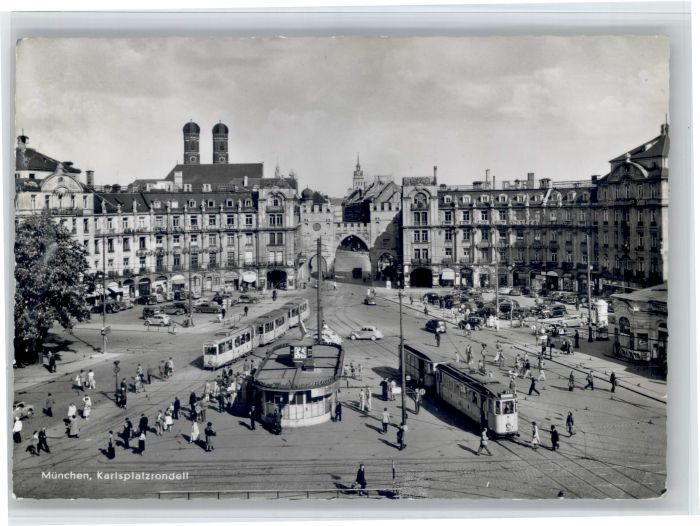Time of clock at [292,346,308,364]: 4:02
